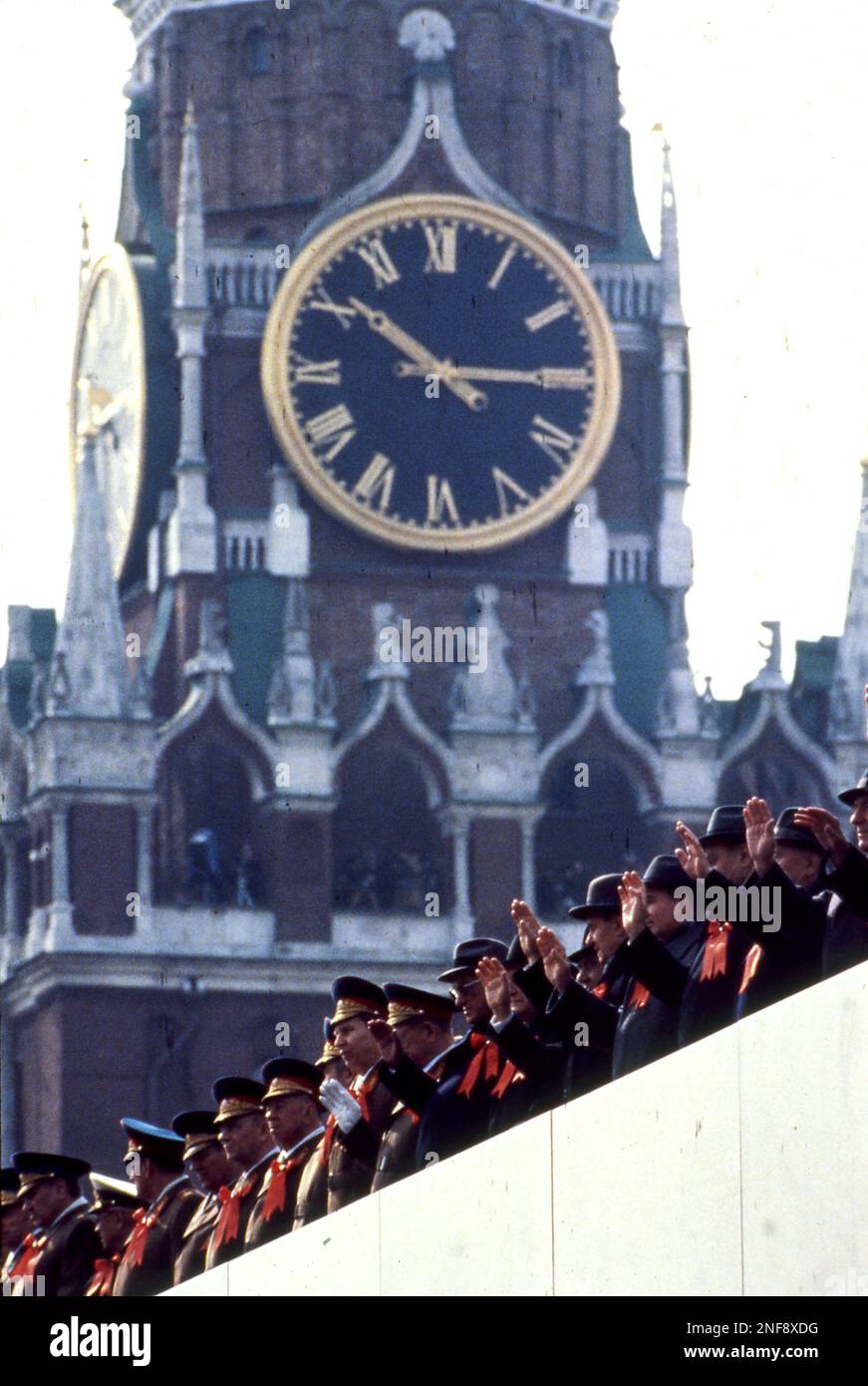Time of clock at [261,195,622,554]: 10:14
